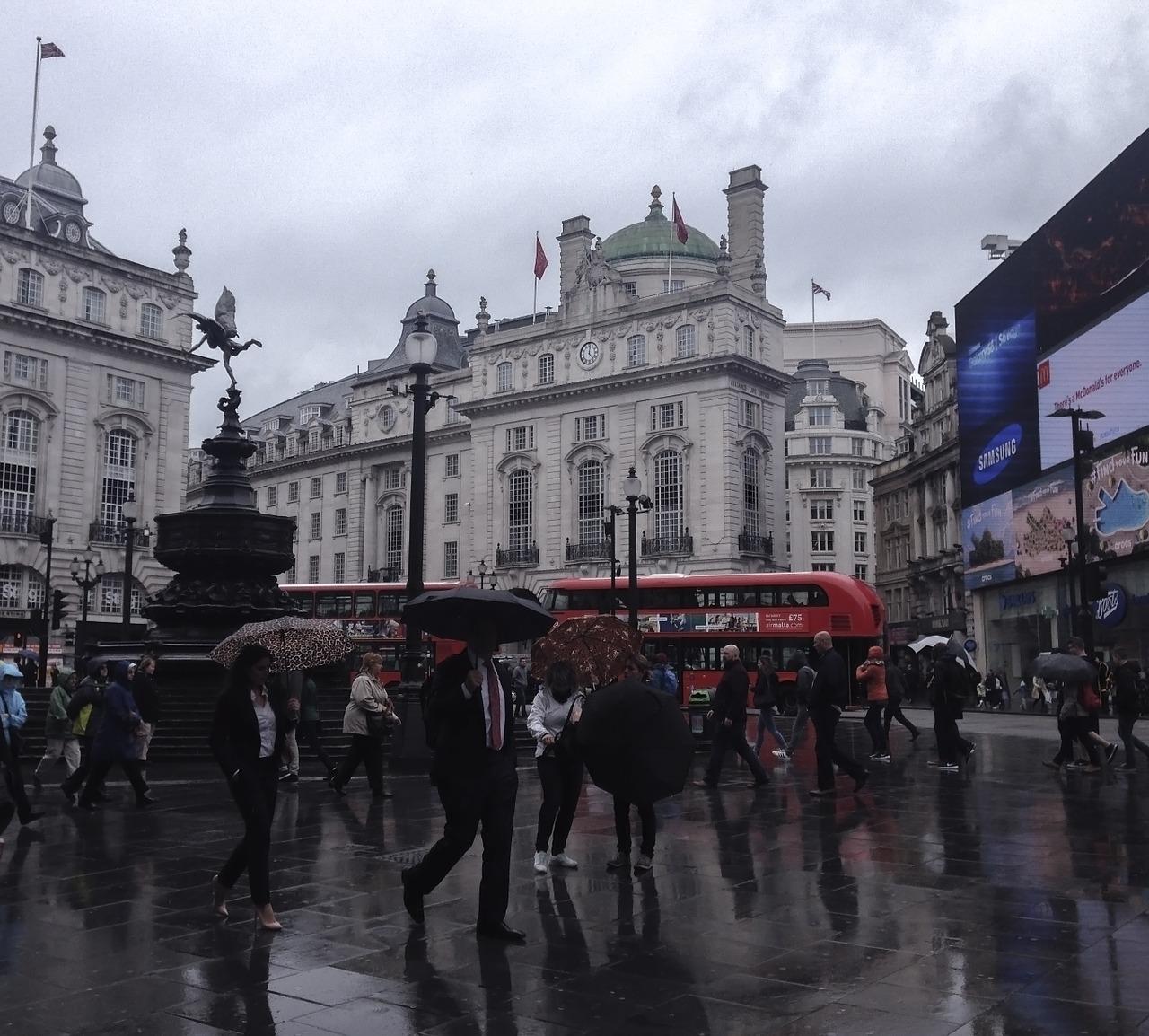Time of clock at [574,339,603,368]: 12:23
